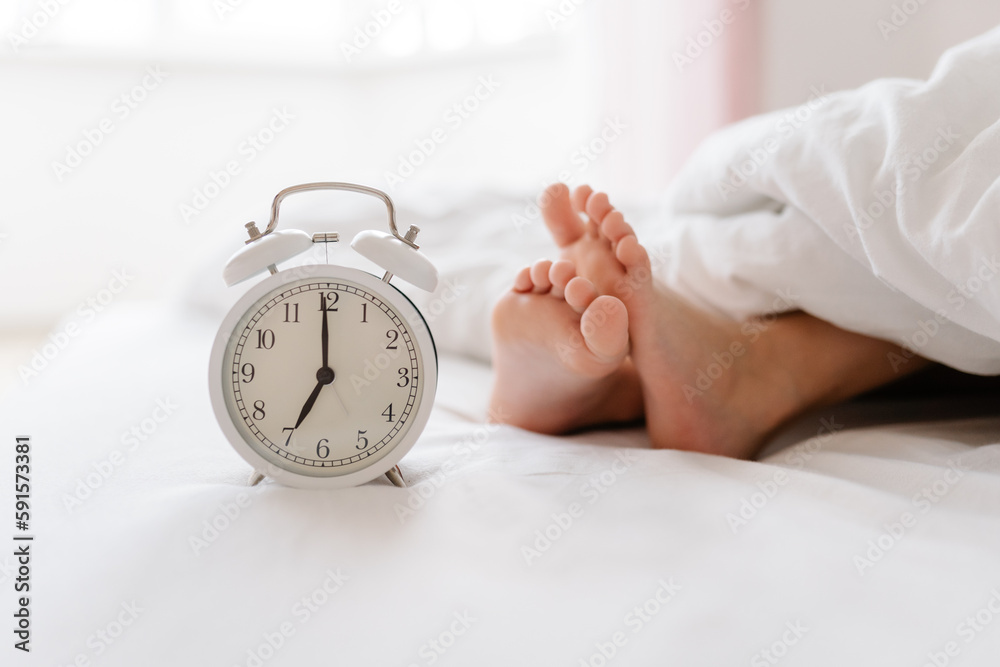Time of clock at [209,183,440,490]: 6:59
